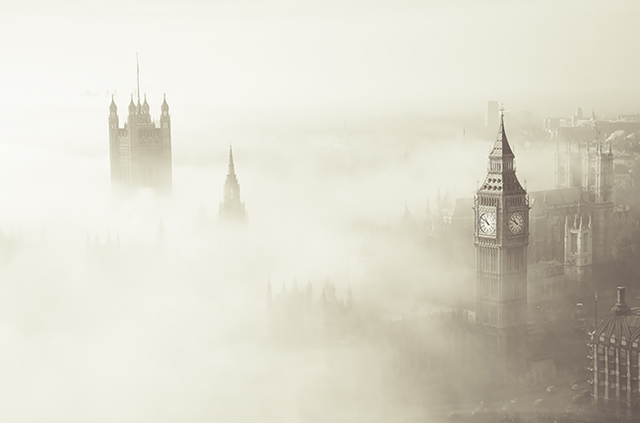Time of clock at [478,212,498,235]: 10:50
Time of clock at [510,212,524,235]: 10:50
